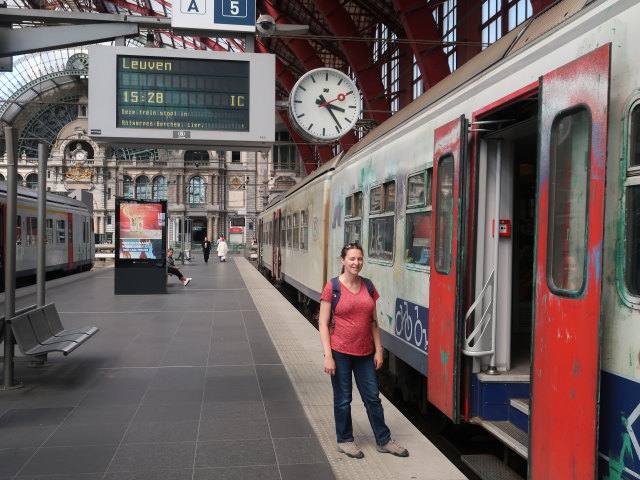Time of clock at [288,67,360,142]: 3:23
